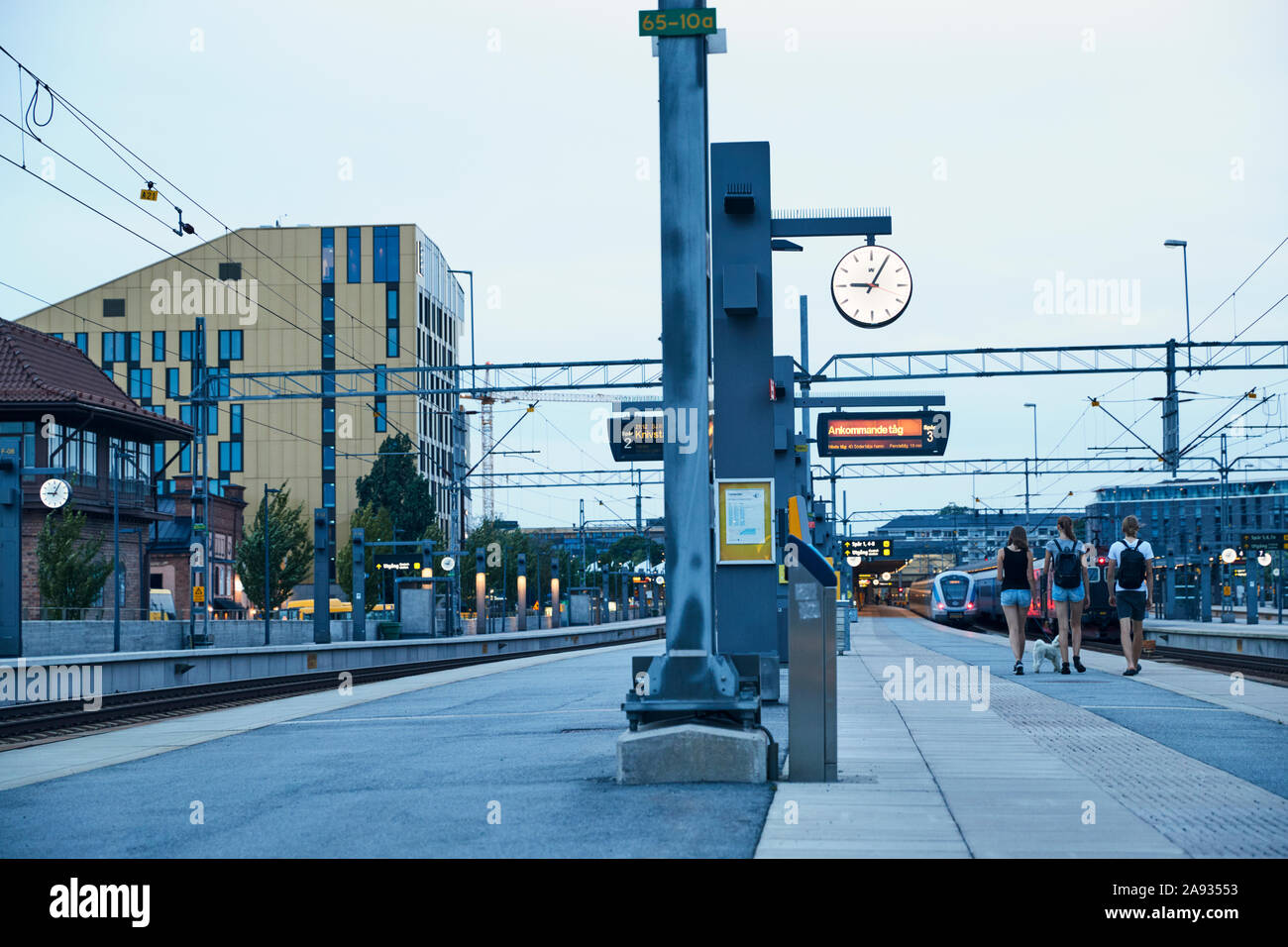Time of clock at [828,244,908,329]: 9:04
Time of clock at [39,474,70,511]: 9:04
